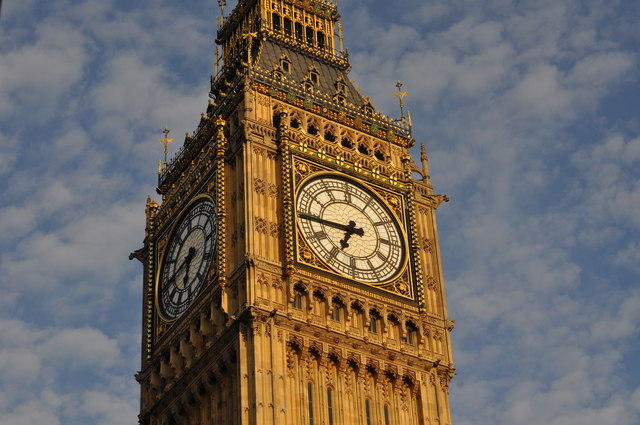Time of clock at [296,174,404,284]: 6:44
